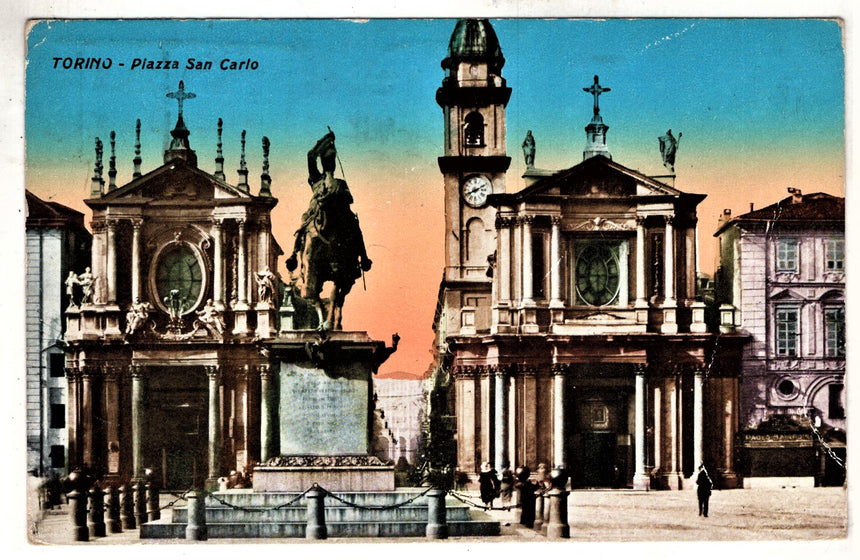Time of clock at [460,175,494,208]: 8:11
